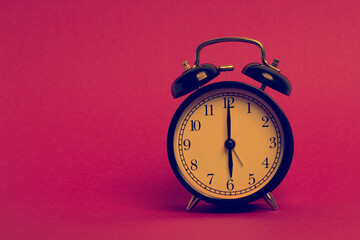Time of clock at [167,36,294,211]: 6:00
